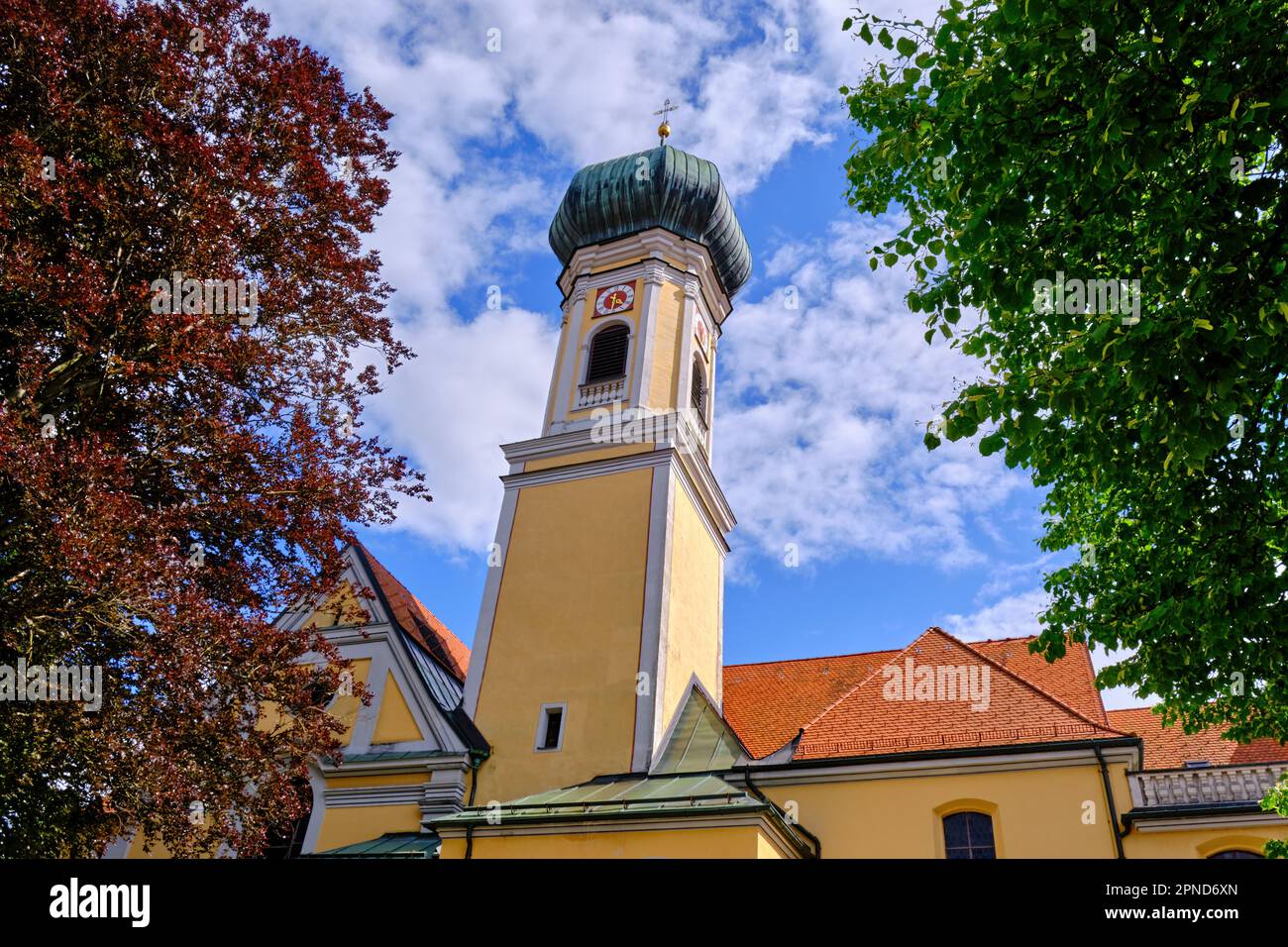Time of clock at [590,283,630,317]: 4:31
